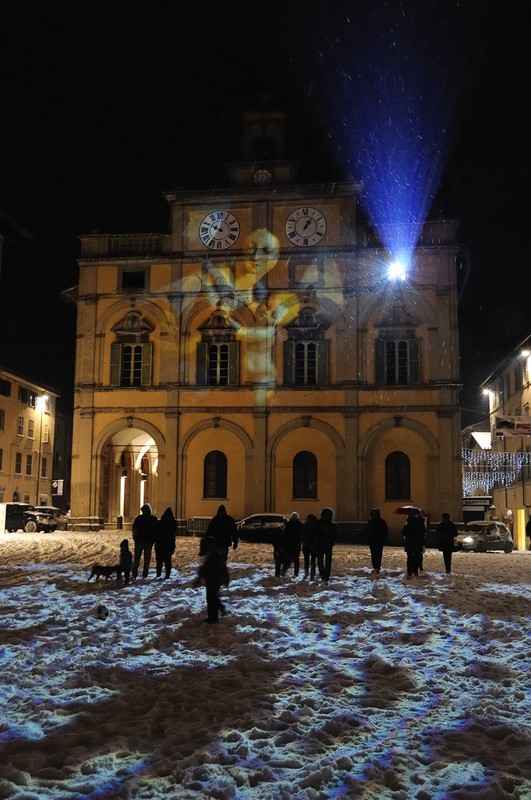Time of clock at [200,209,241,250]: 10:02
